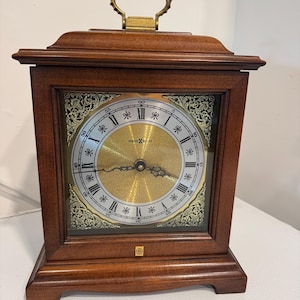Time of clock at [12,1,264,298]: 3:43
